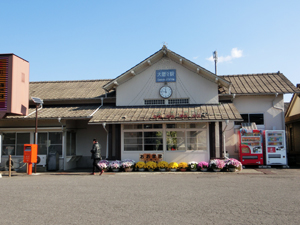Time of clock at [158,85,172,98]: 11:46
